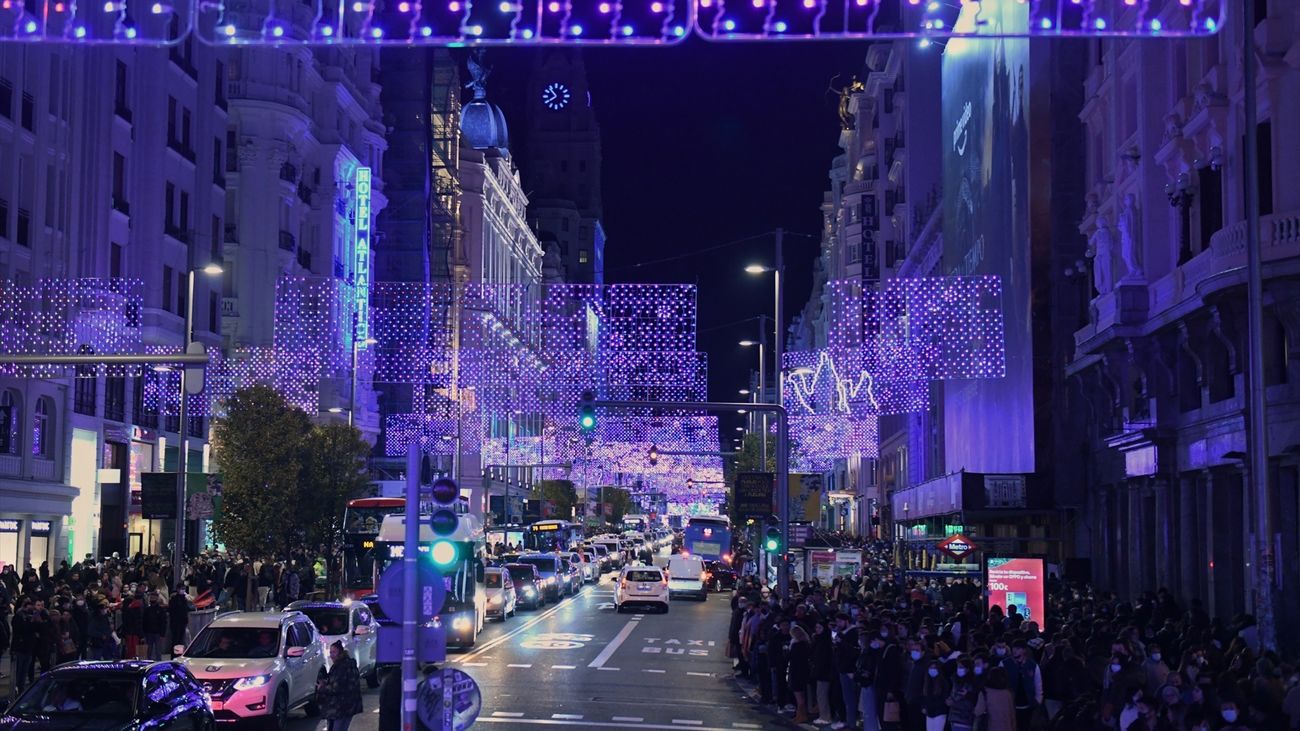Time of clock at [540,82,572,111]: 10:39
